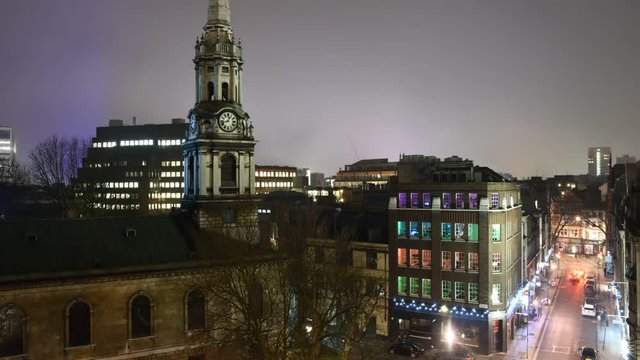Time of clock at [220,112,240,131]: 12:42
